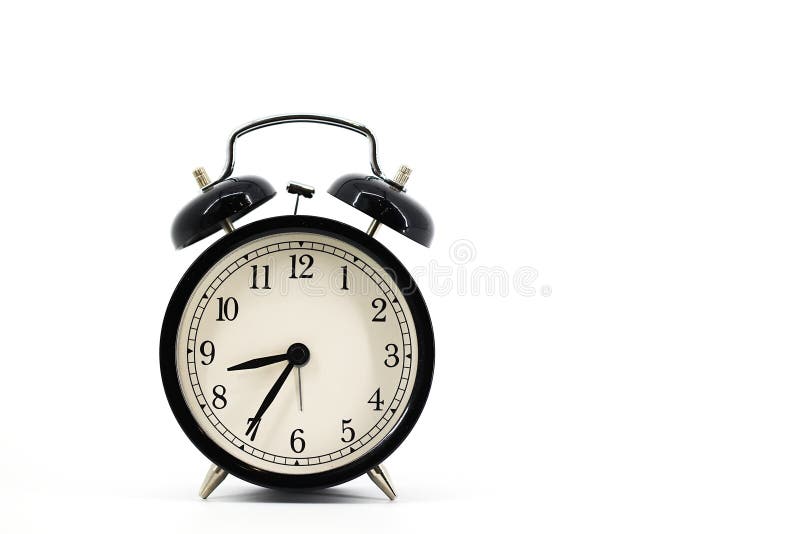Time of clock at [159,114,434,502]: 8:35
